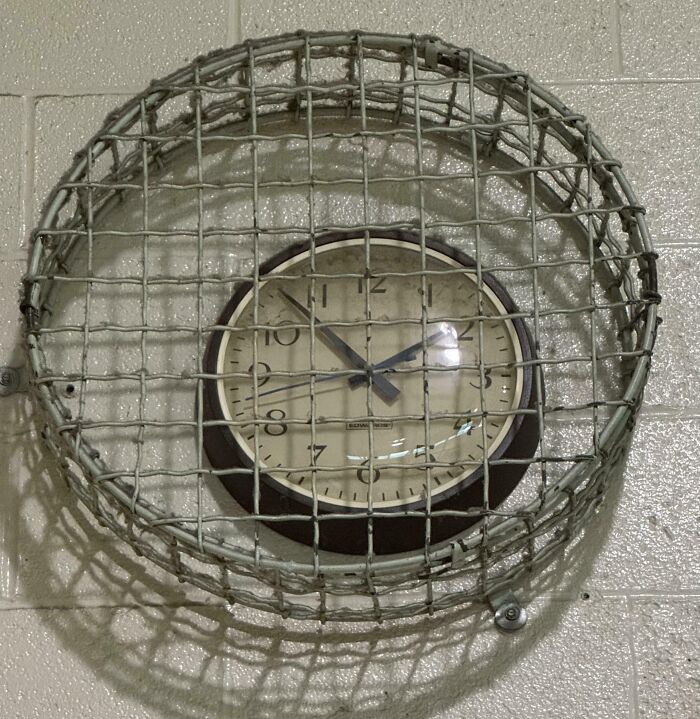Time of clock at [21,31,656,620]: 1:52
